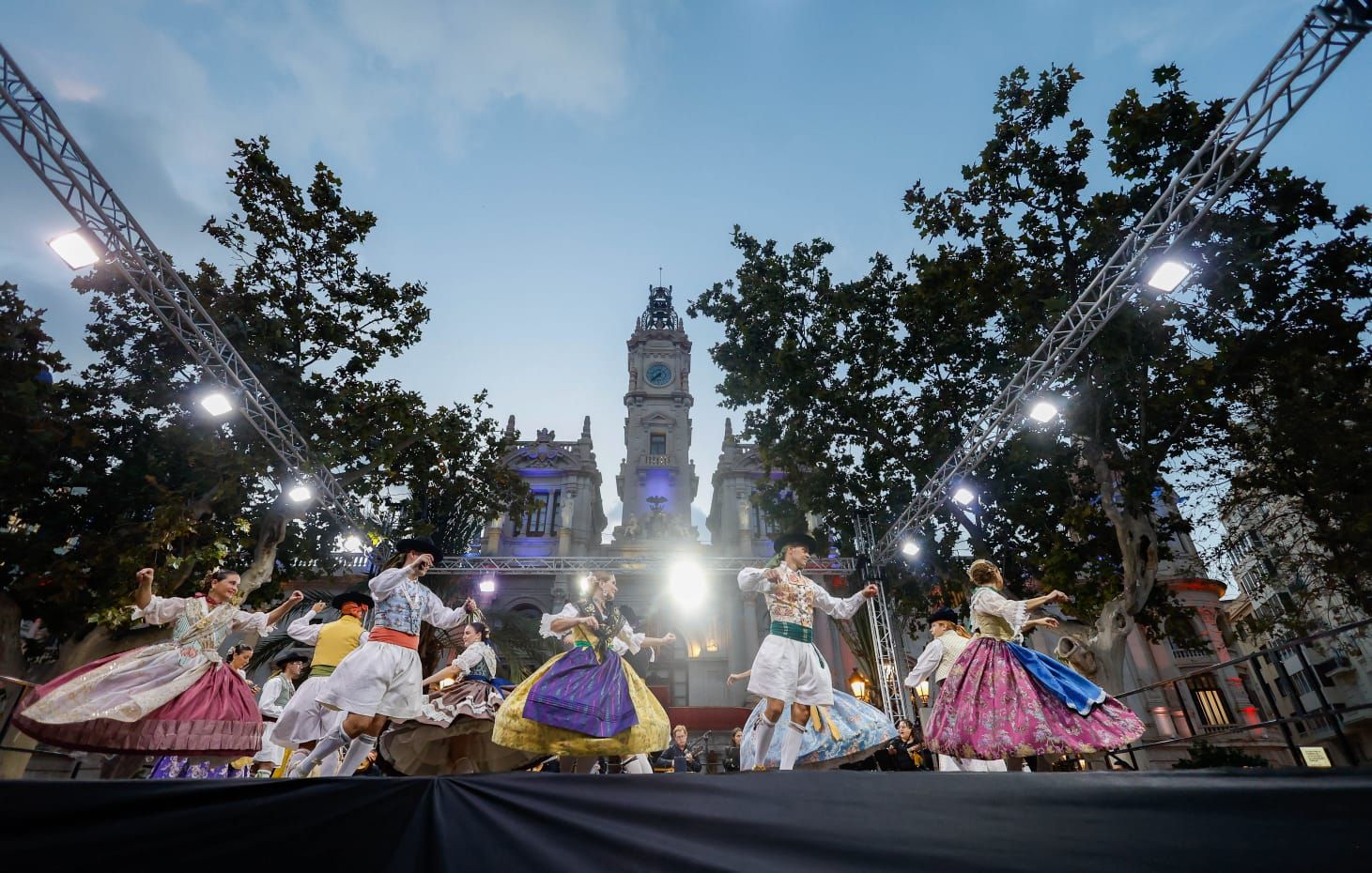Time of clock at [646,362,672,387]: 7:37
